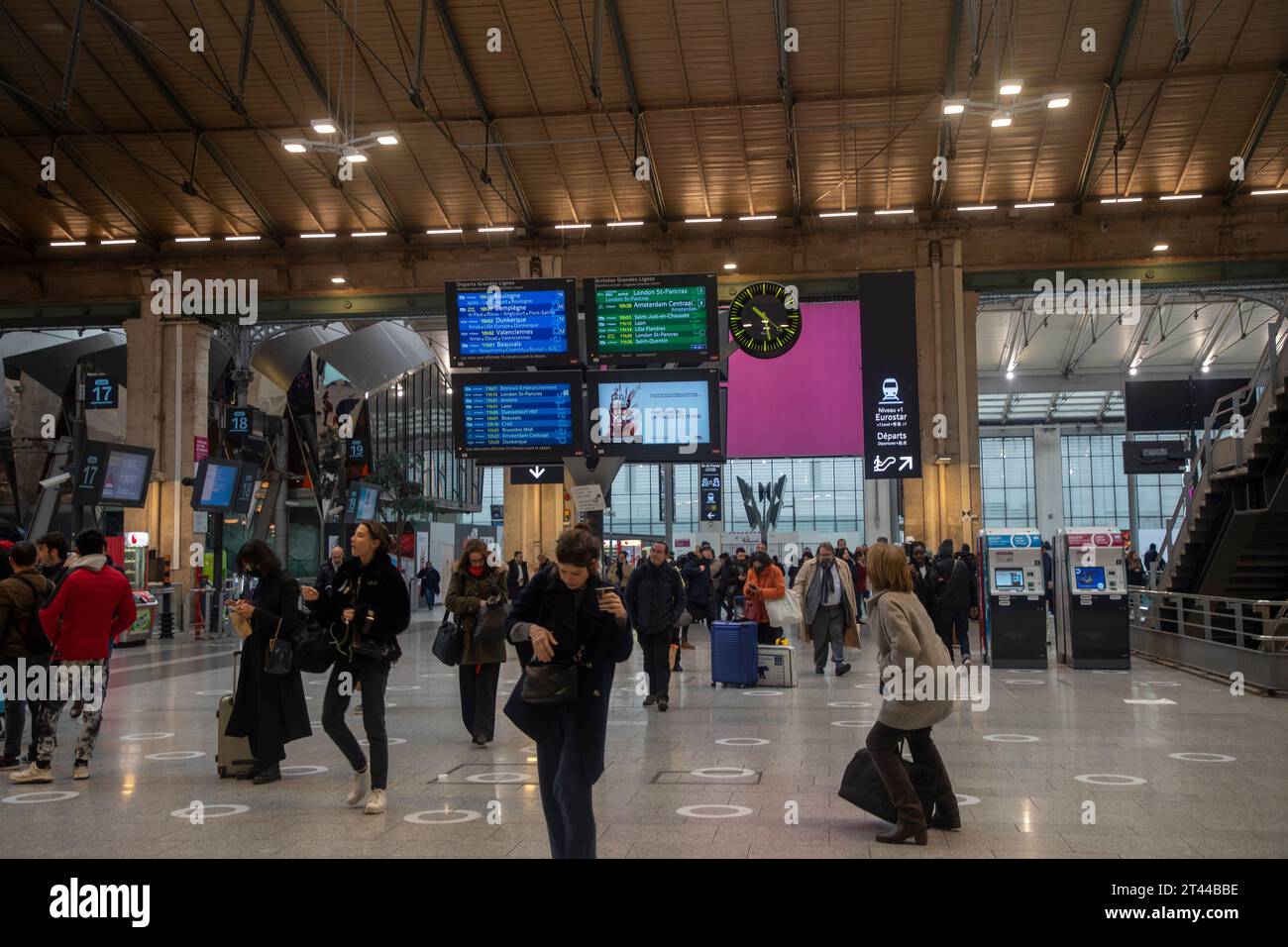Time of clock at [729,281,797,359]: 10:28
